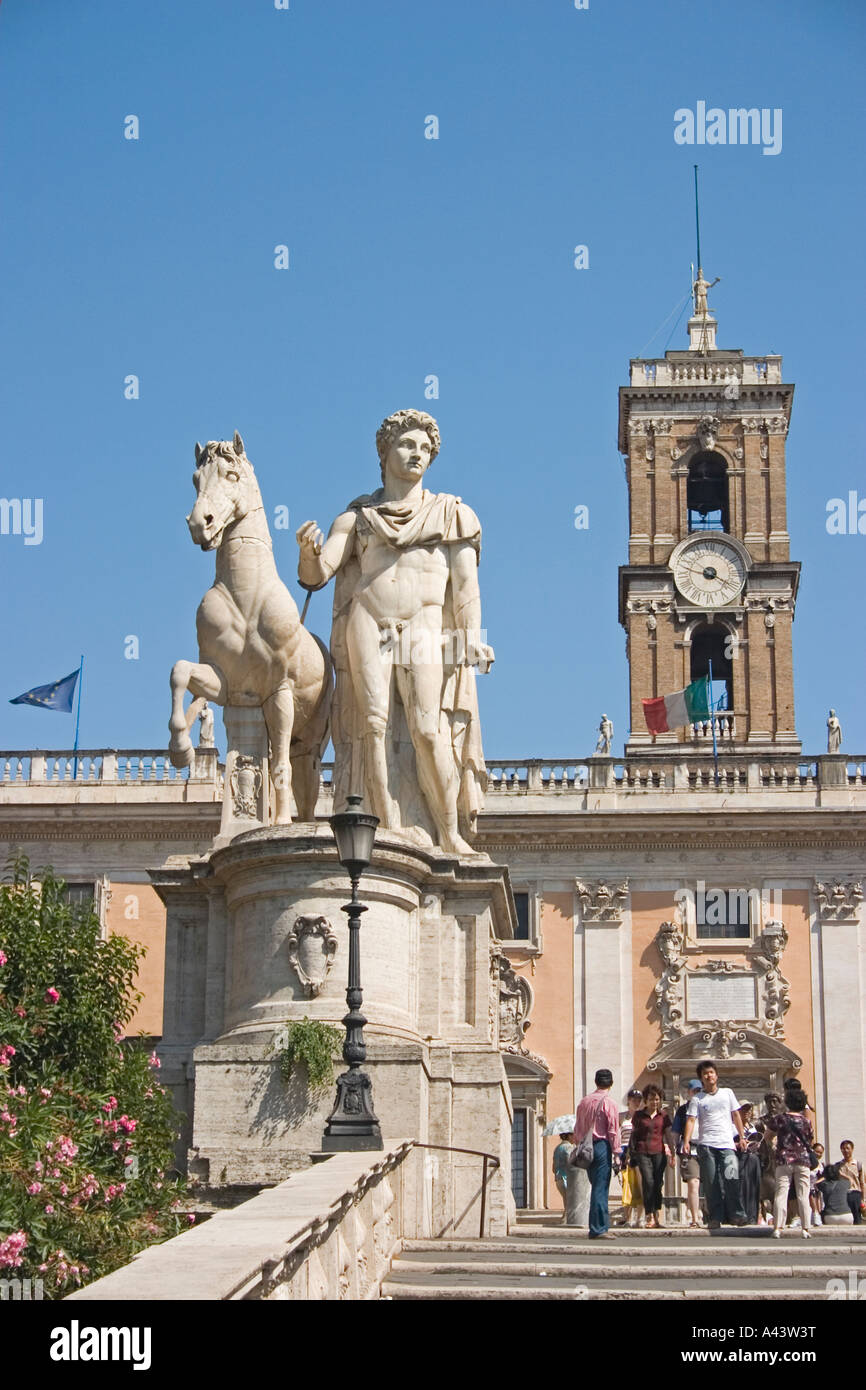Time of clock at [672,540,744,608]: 9:20
